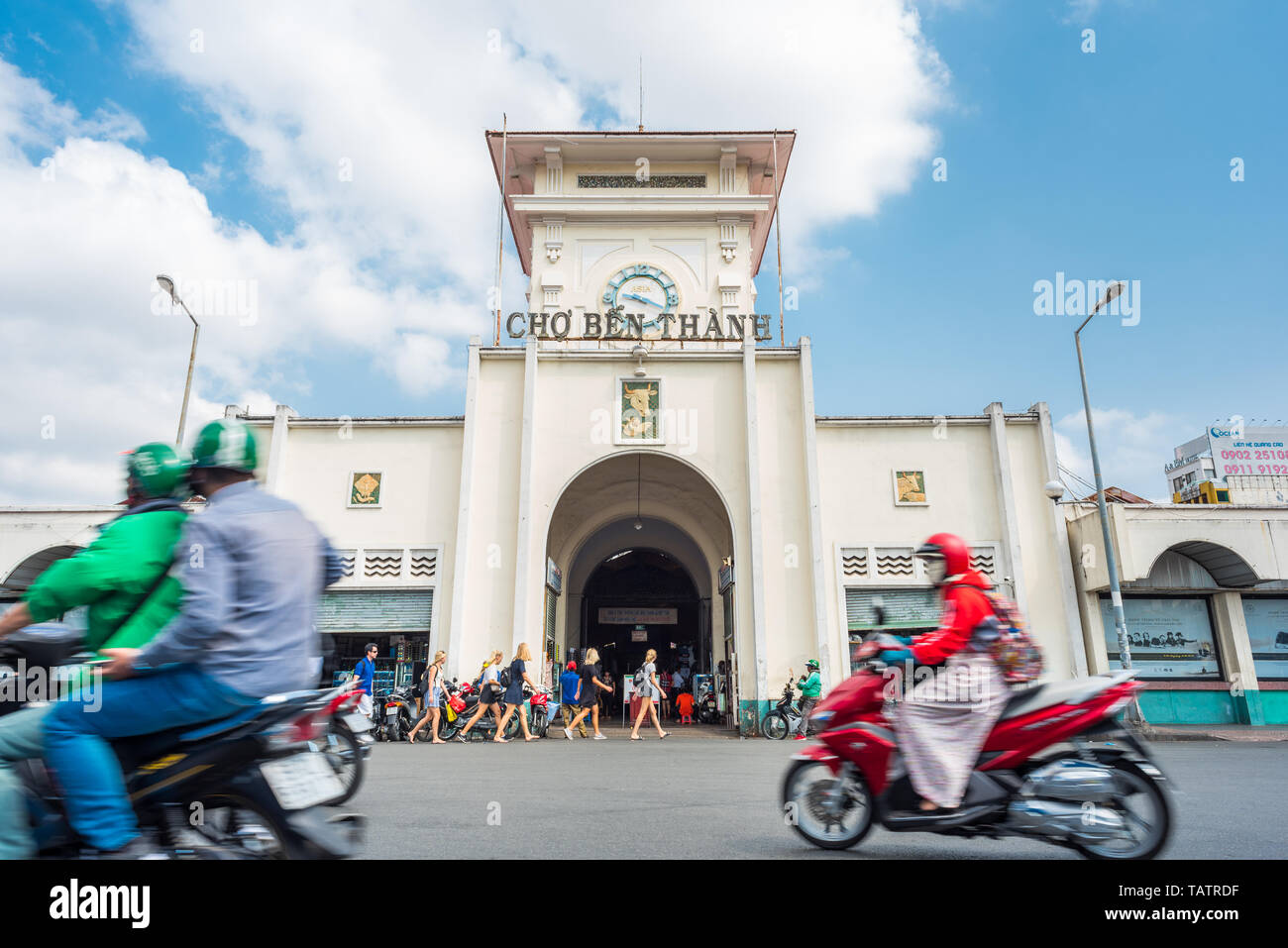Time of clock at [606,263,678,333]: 9:18
